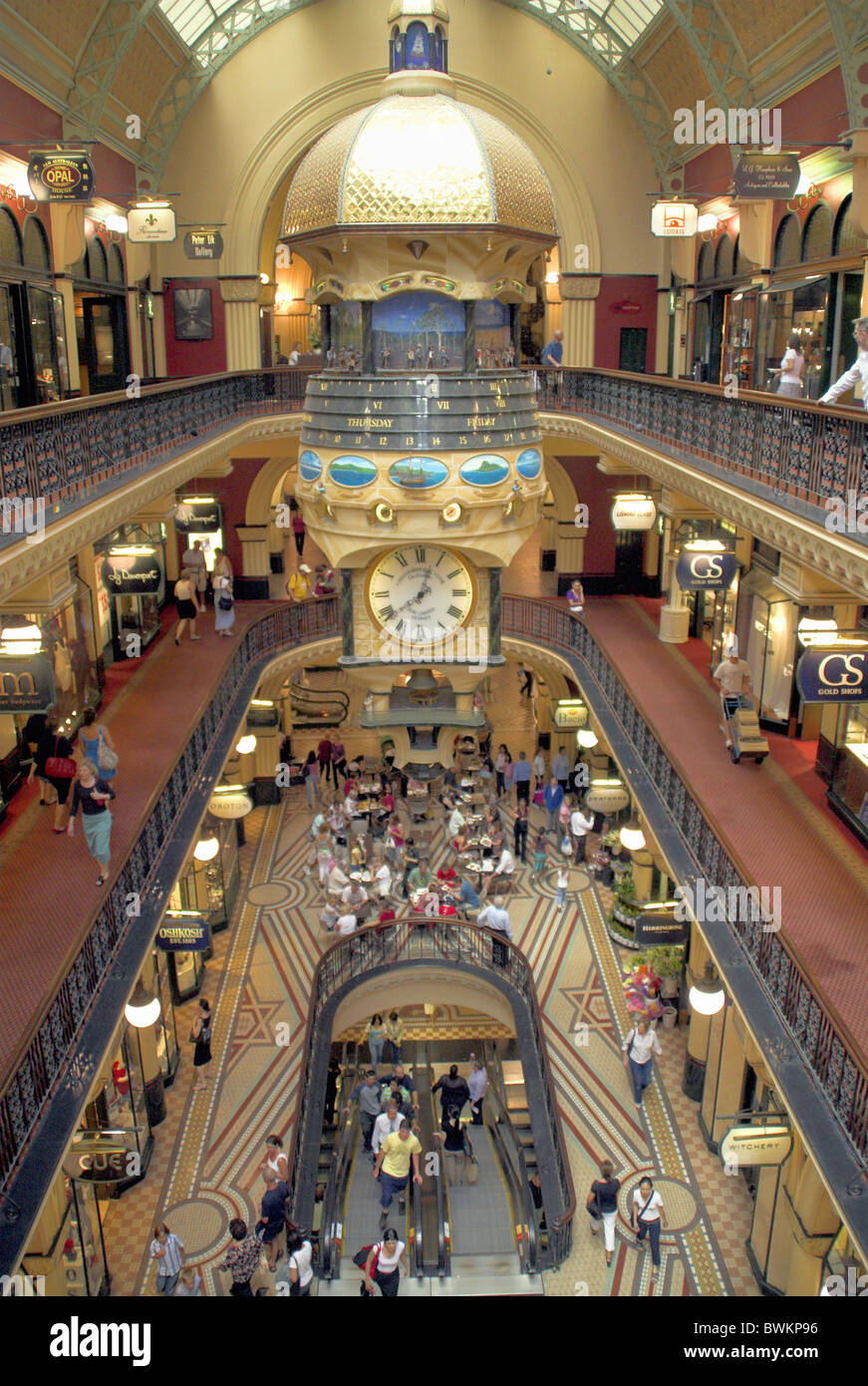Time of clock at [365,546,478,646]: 12:38
